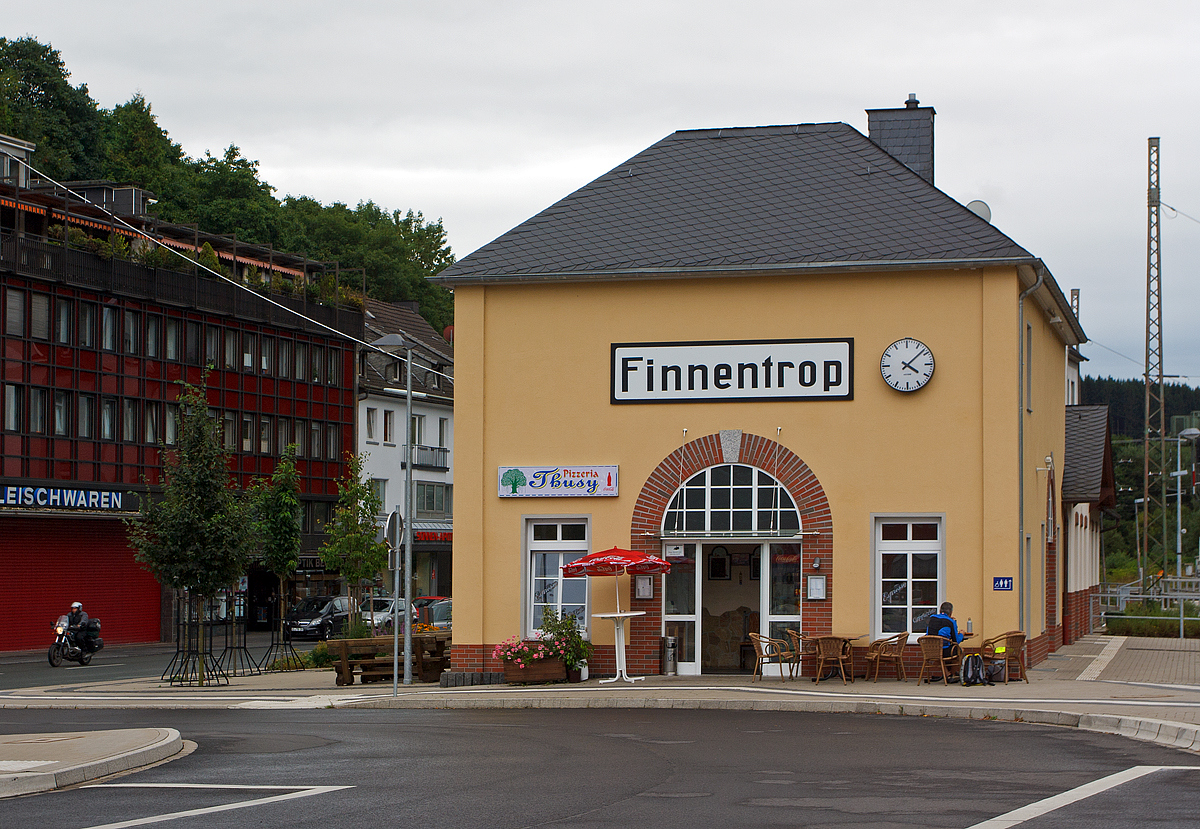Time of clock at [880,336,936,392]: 4:08
